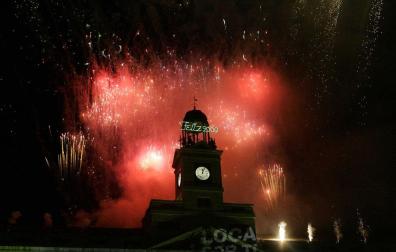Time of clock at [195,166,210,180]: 12:04
